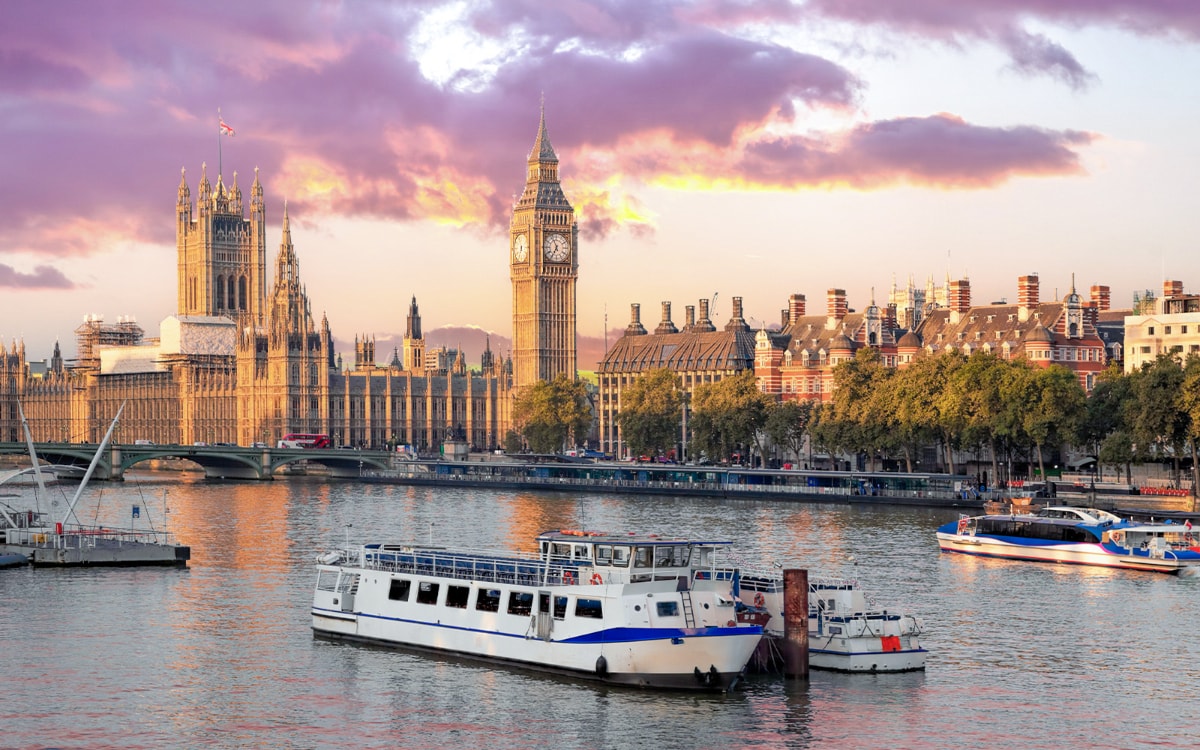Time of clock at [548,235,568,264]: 6:56
